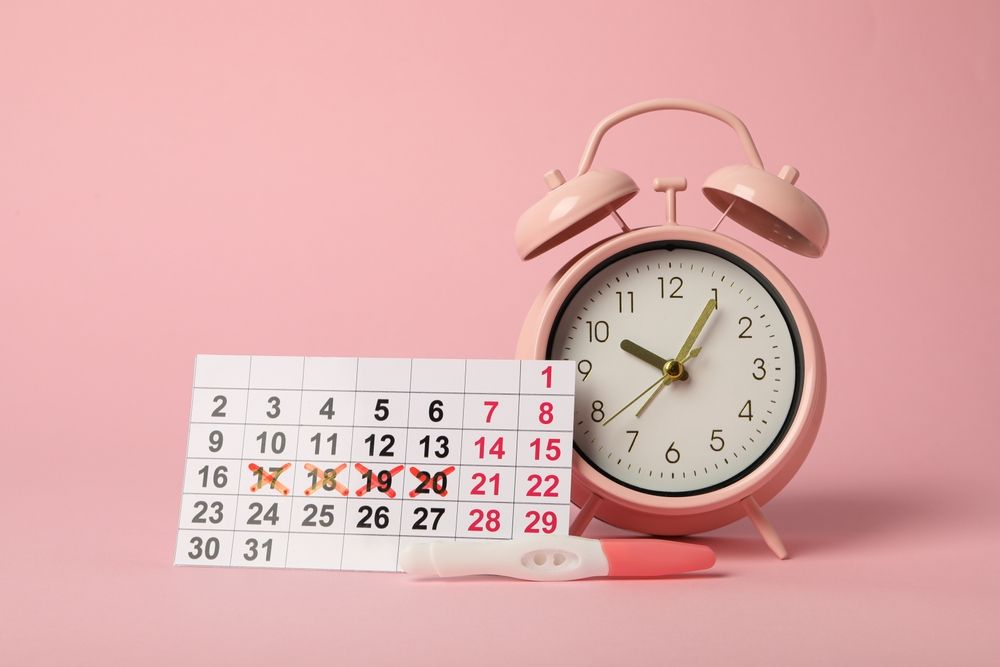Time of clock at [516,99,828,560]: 10:05
